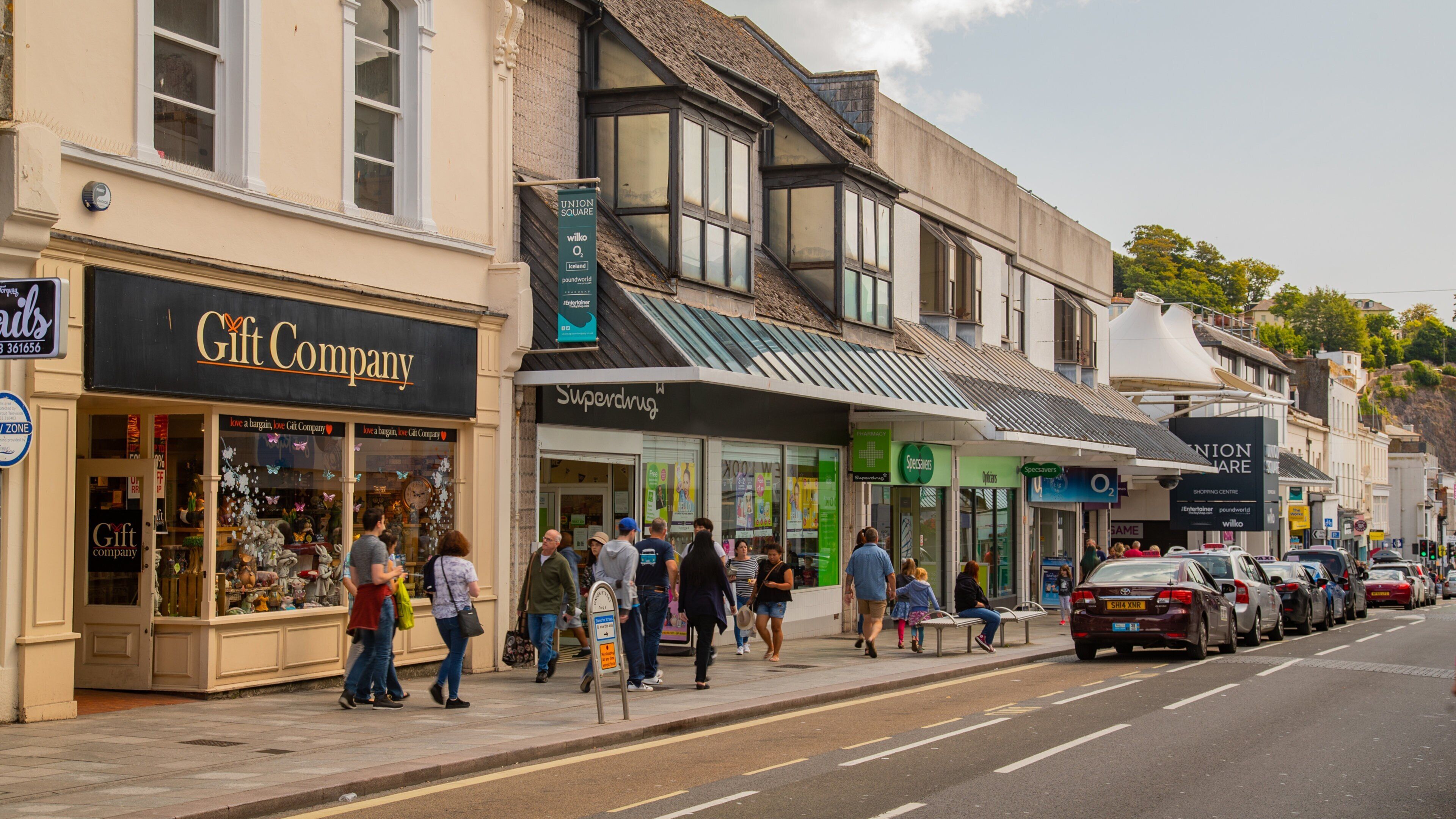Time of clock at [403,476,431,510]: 10:12
